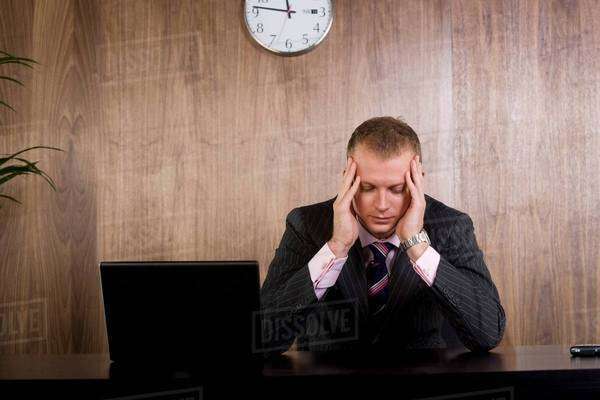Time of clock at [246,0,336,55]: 11:46
